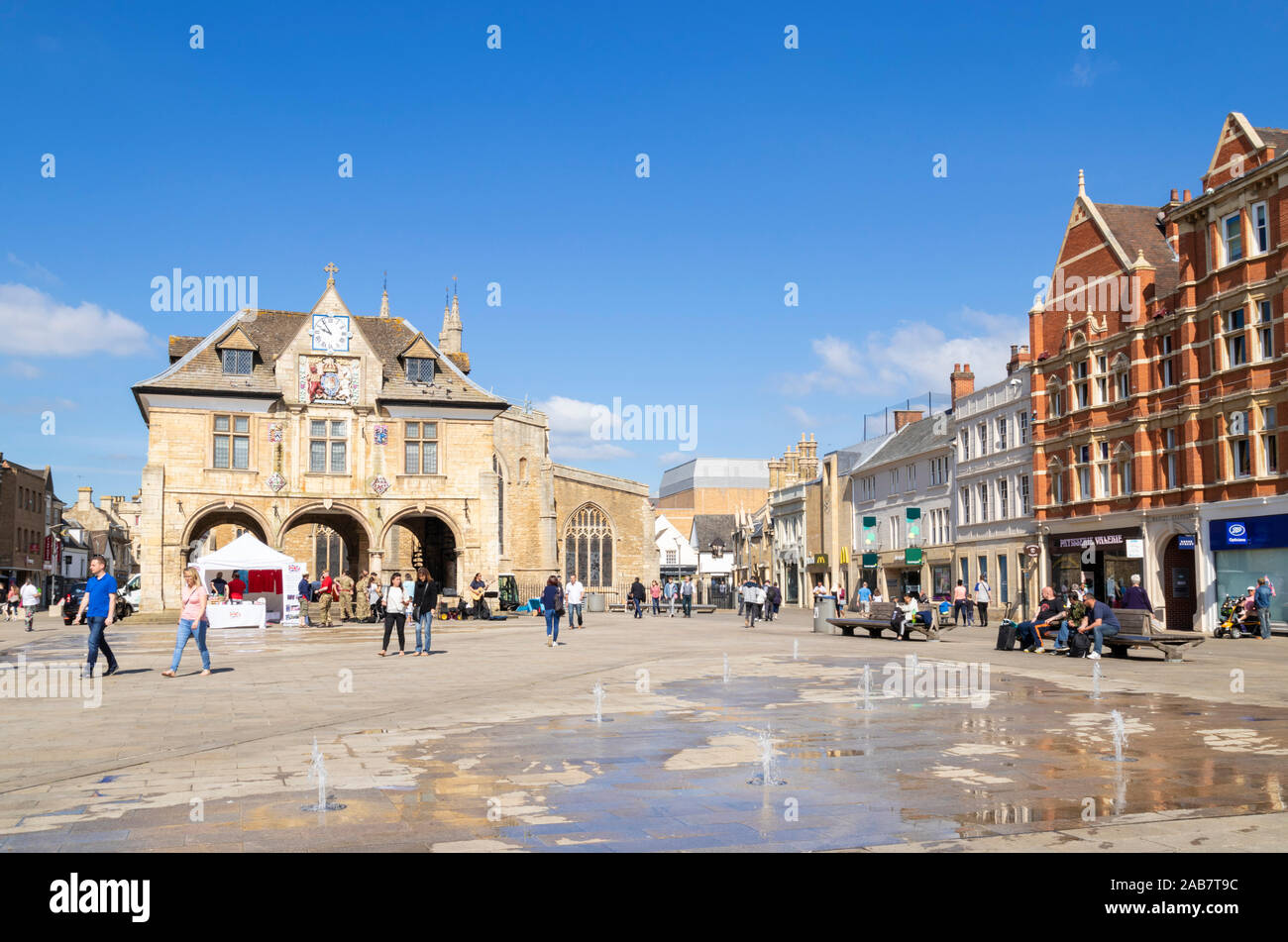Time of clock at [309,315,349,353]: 9:54
